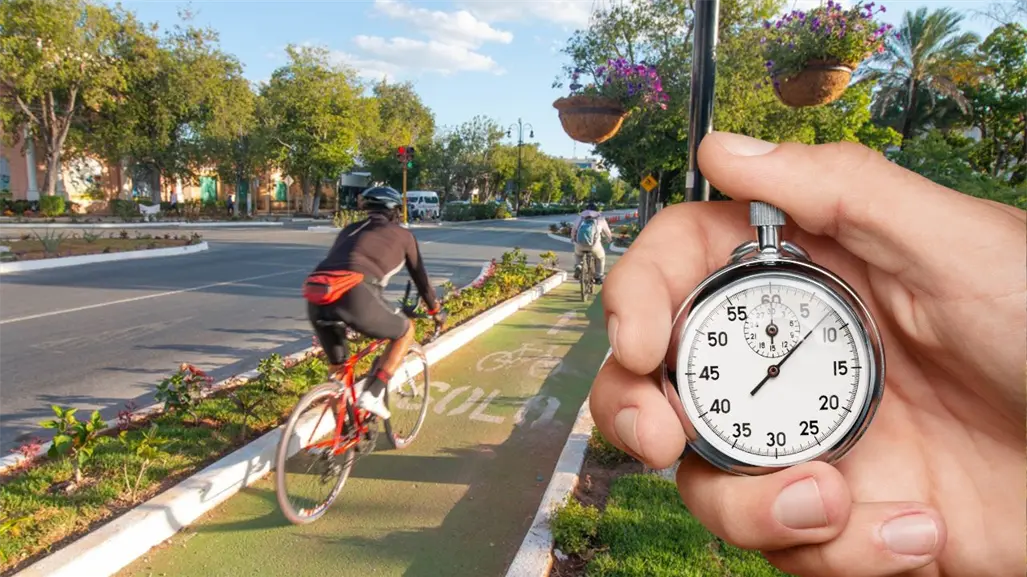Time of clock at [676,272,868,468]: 12:07
